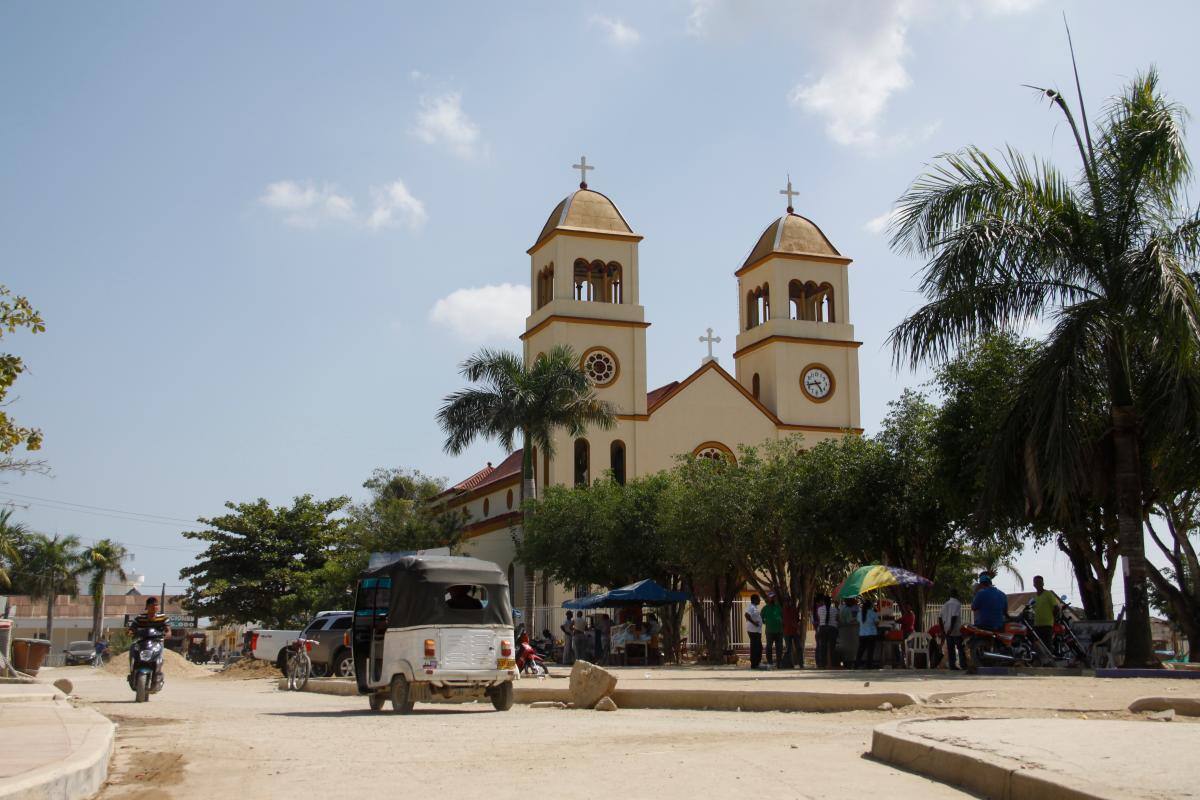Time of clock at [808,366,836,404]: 4:42
